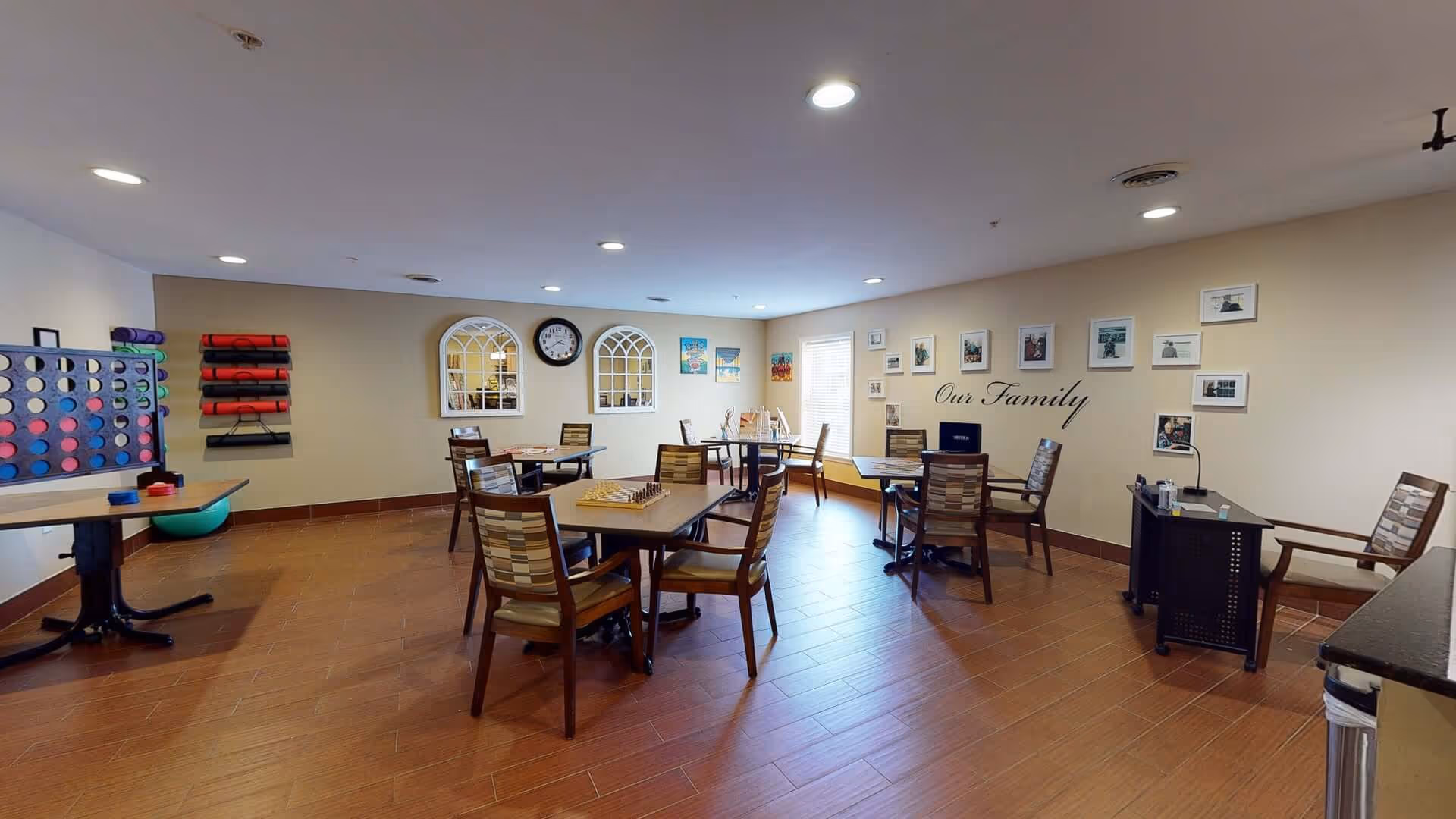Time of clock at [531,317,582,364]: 3:39
